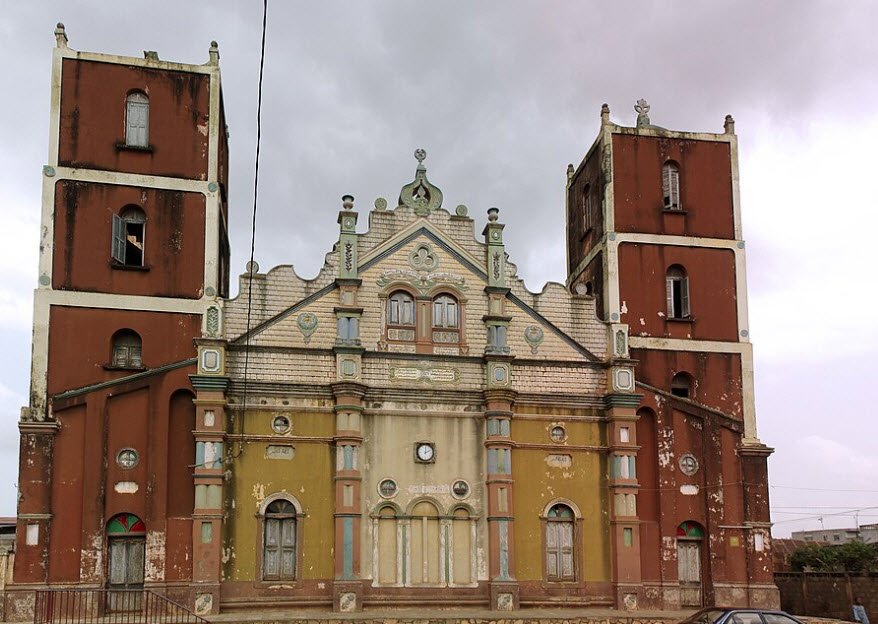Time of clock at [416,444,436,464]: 2:00
